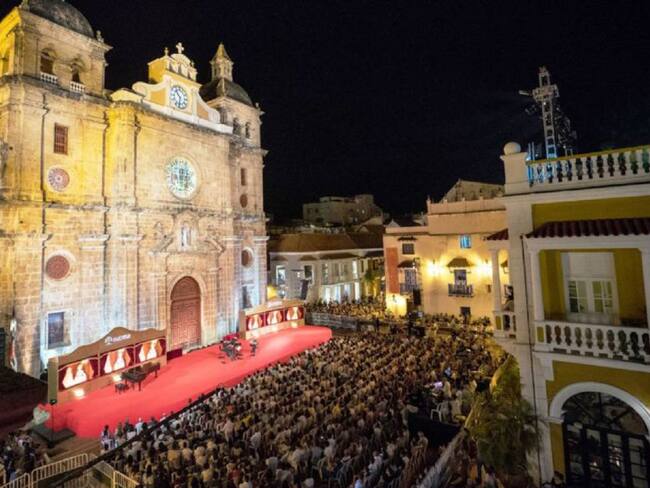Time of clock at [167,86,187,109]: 10:32
